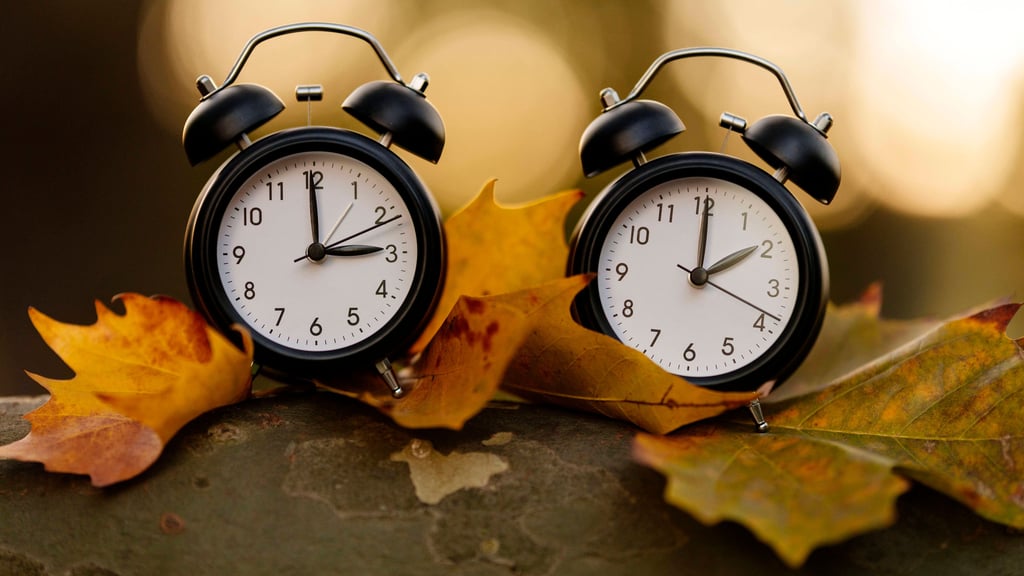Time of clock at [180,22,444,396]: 2:59
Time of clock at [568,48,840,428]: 2:00
